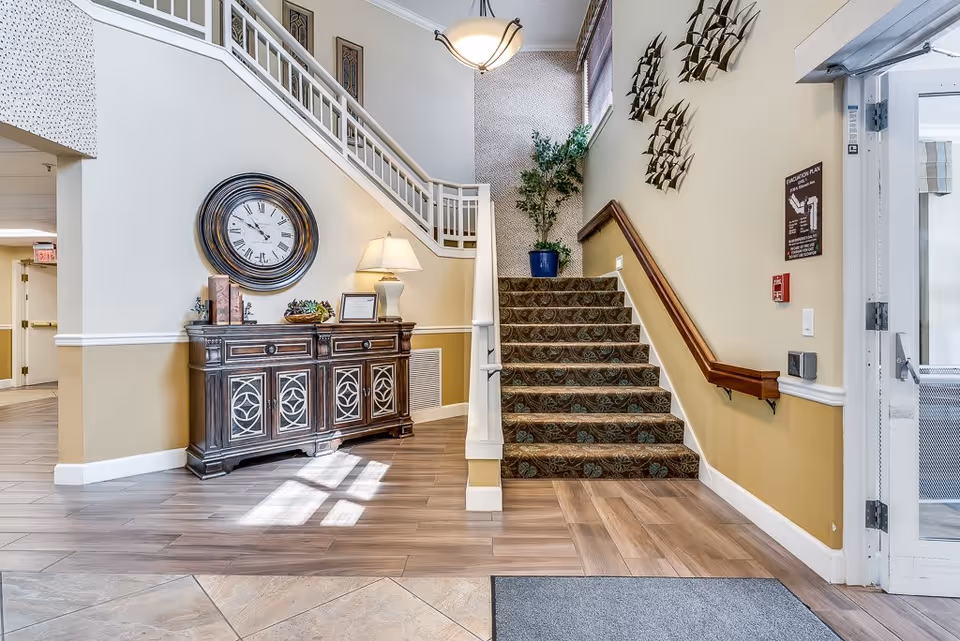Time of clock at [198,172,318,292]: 10:50
